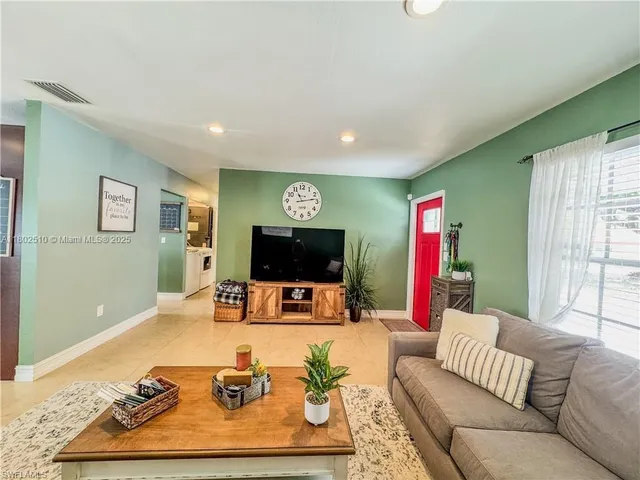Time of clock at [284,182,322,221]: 11:13
